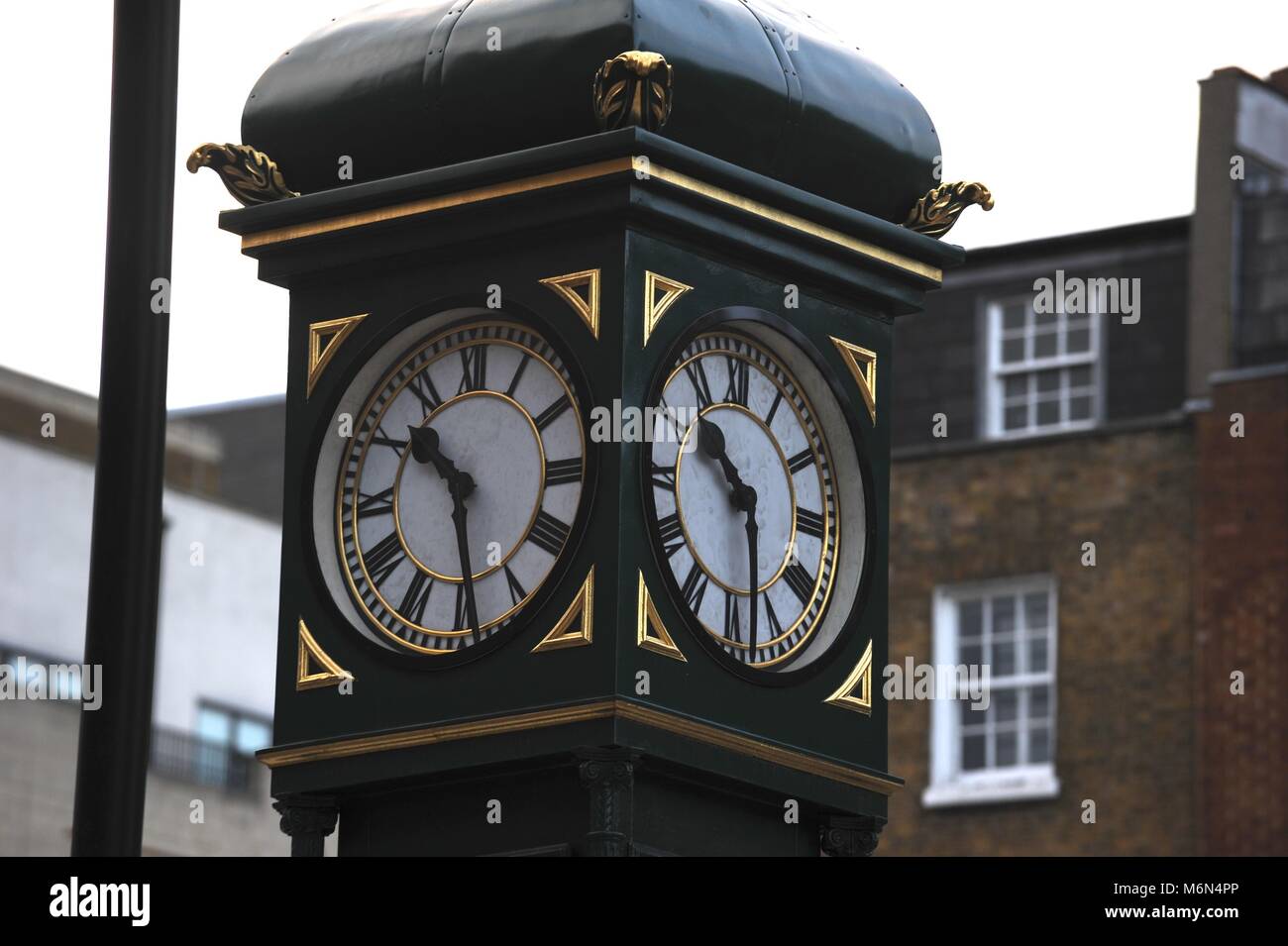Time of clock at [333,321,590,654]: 10:28
